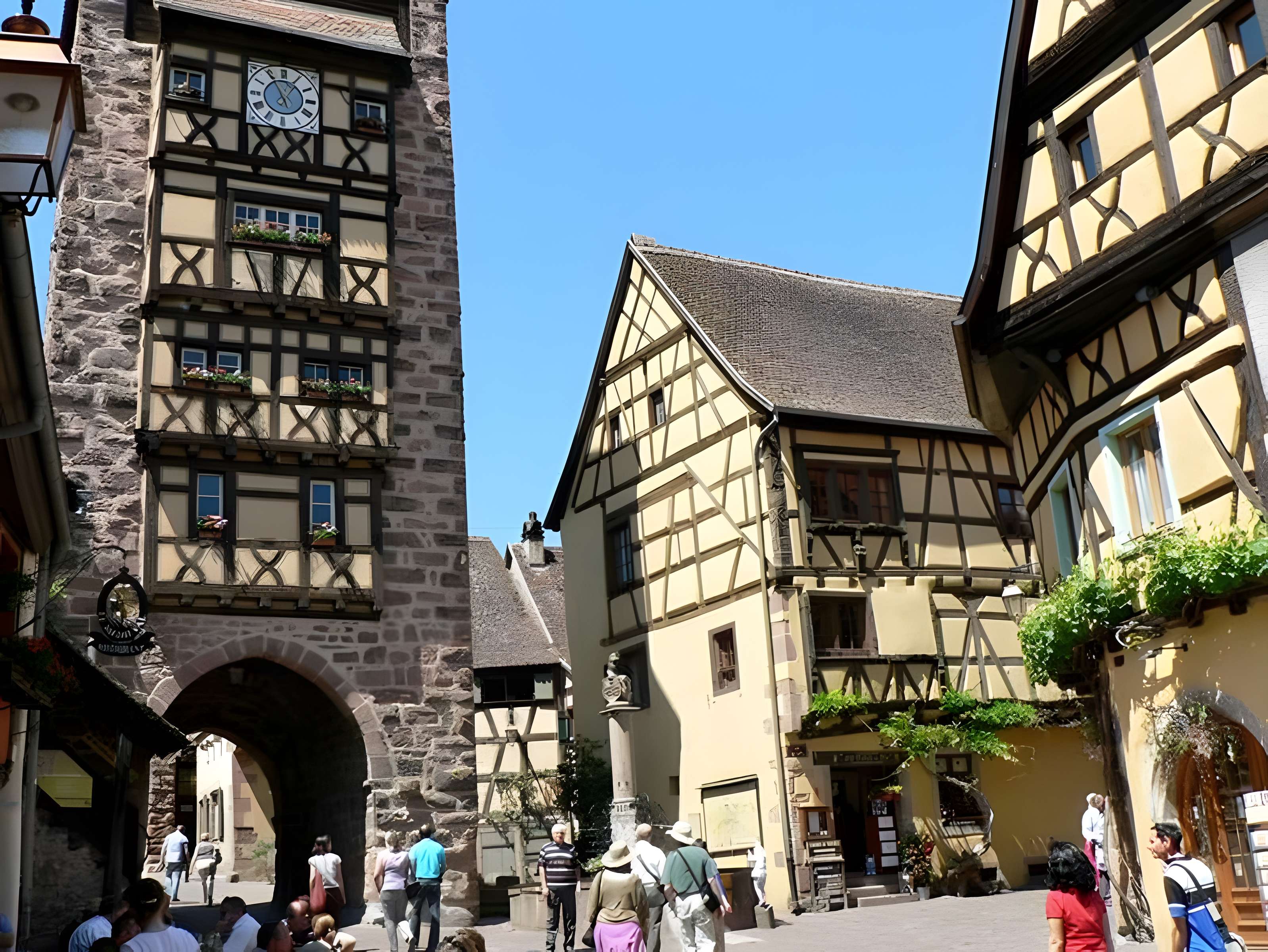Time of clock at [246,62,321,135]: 12:55
